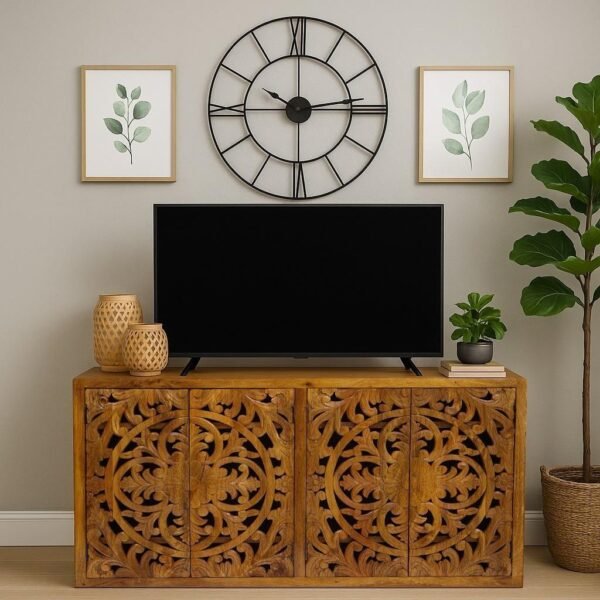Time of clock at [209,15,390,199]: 10:14
